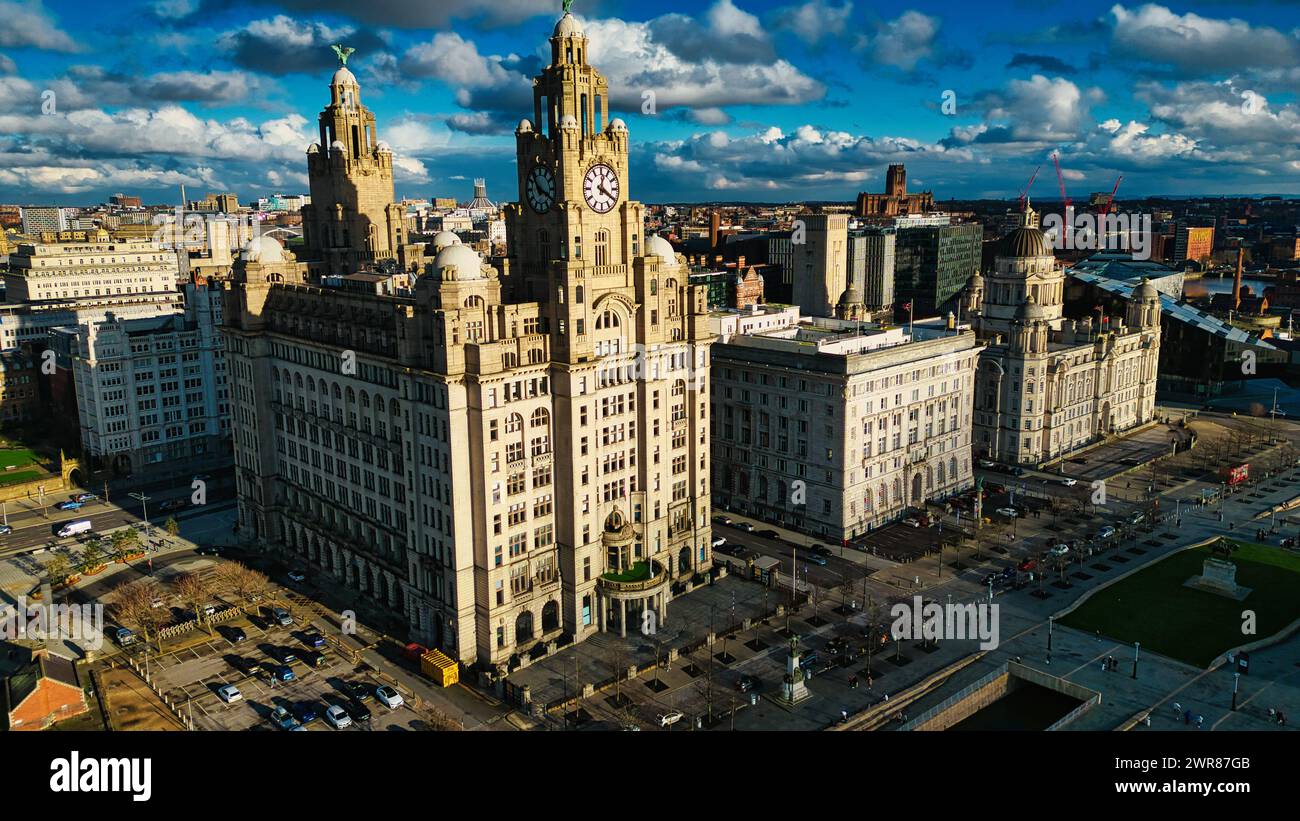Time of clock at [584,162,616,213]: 12:20
